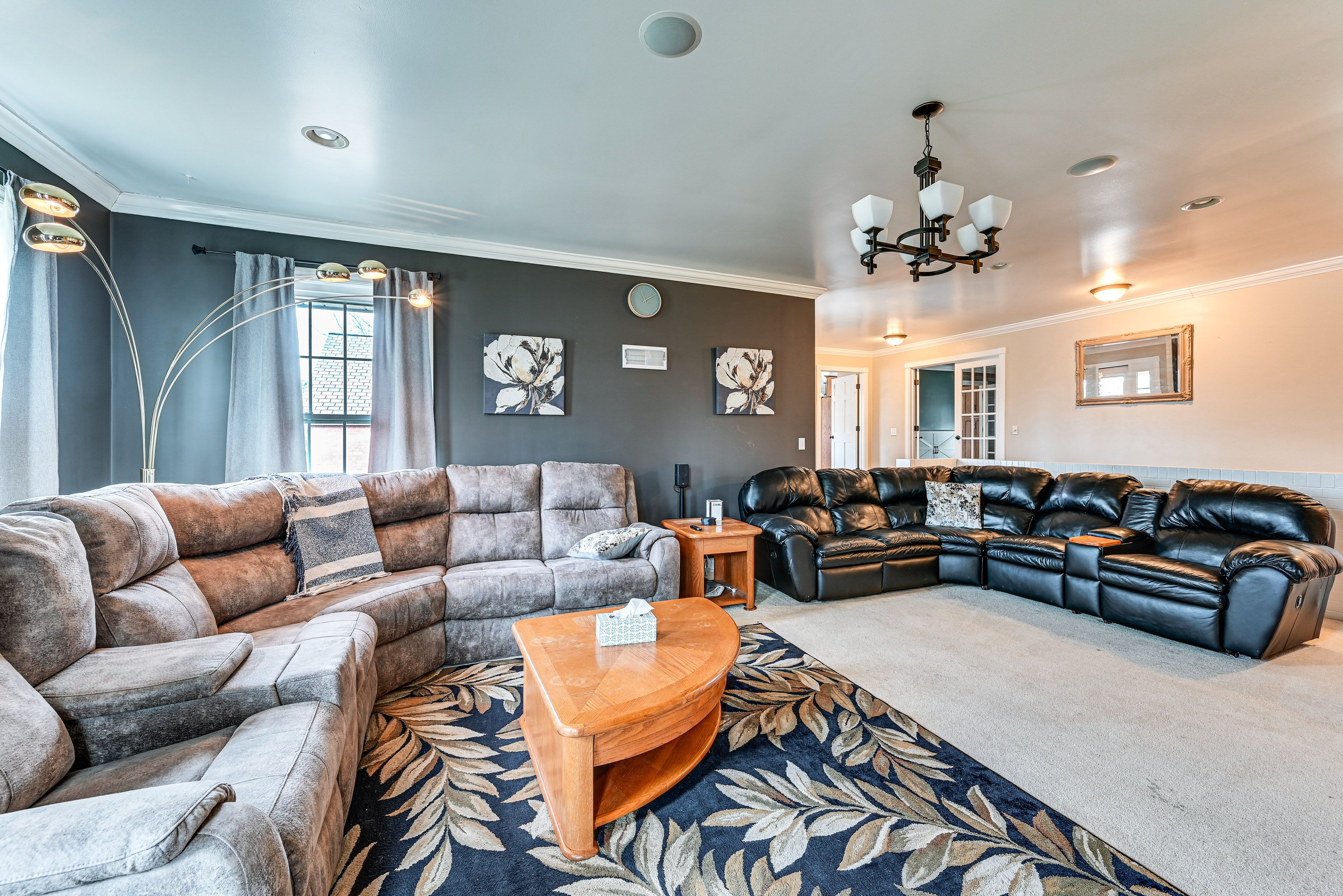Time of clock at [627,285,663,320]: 11:09
